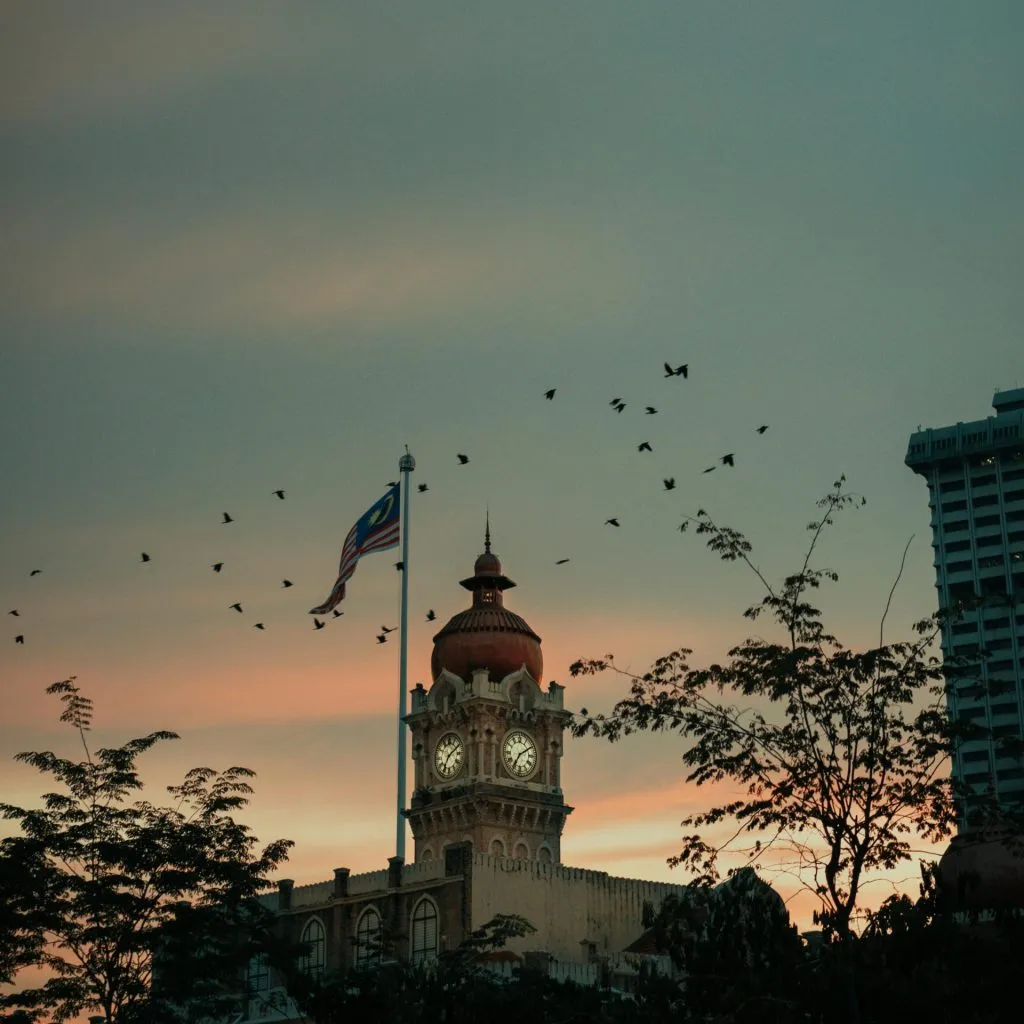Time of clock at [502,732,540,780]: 7:09
